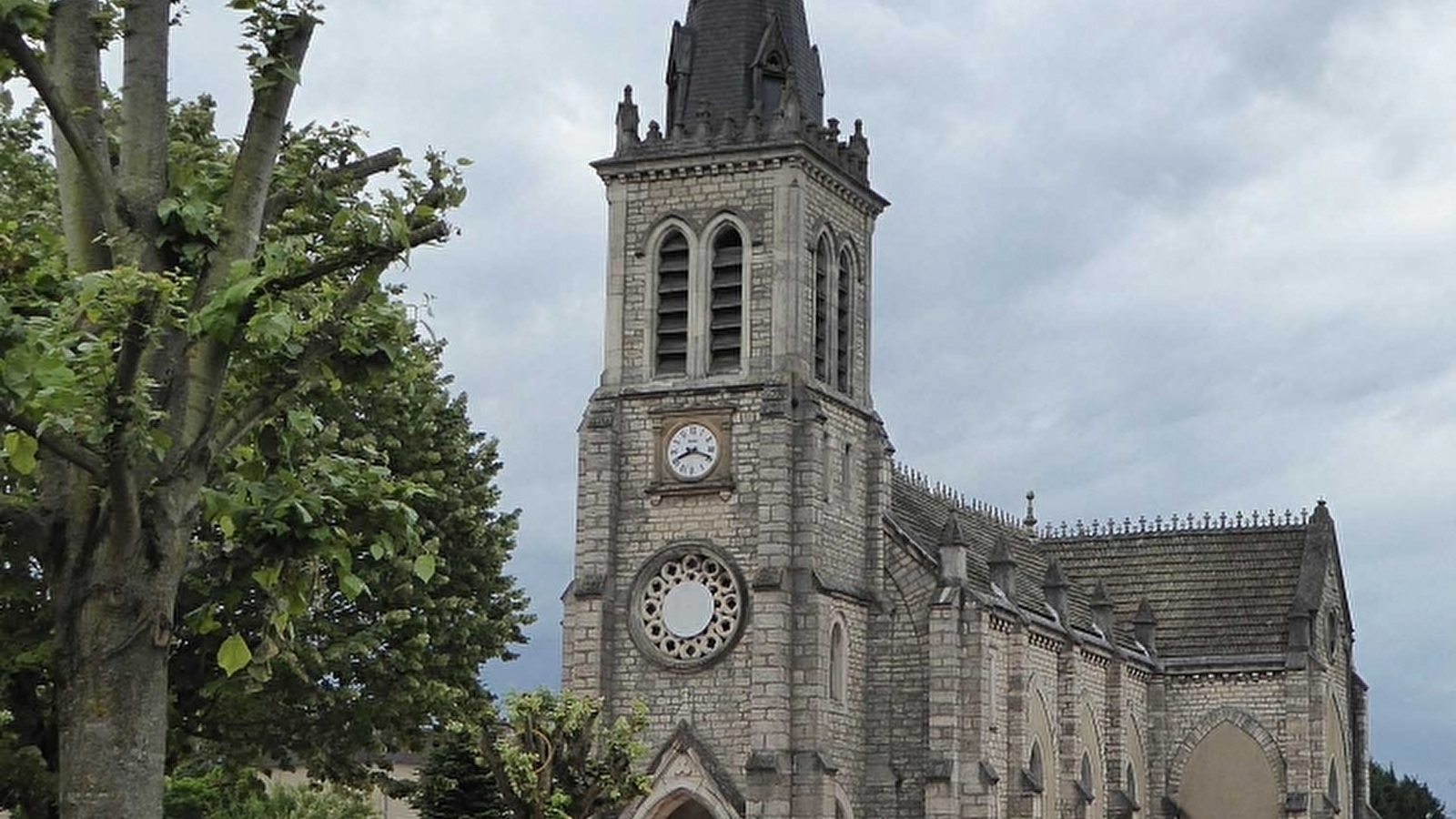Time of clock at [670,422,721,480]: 8:18
